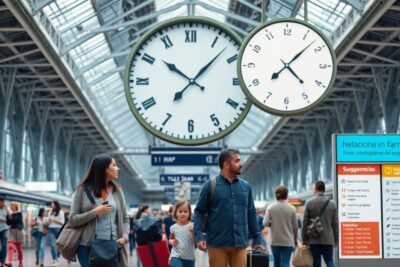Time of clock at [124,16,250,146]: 10:07
